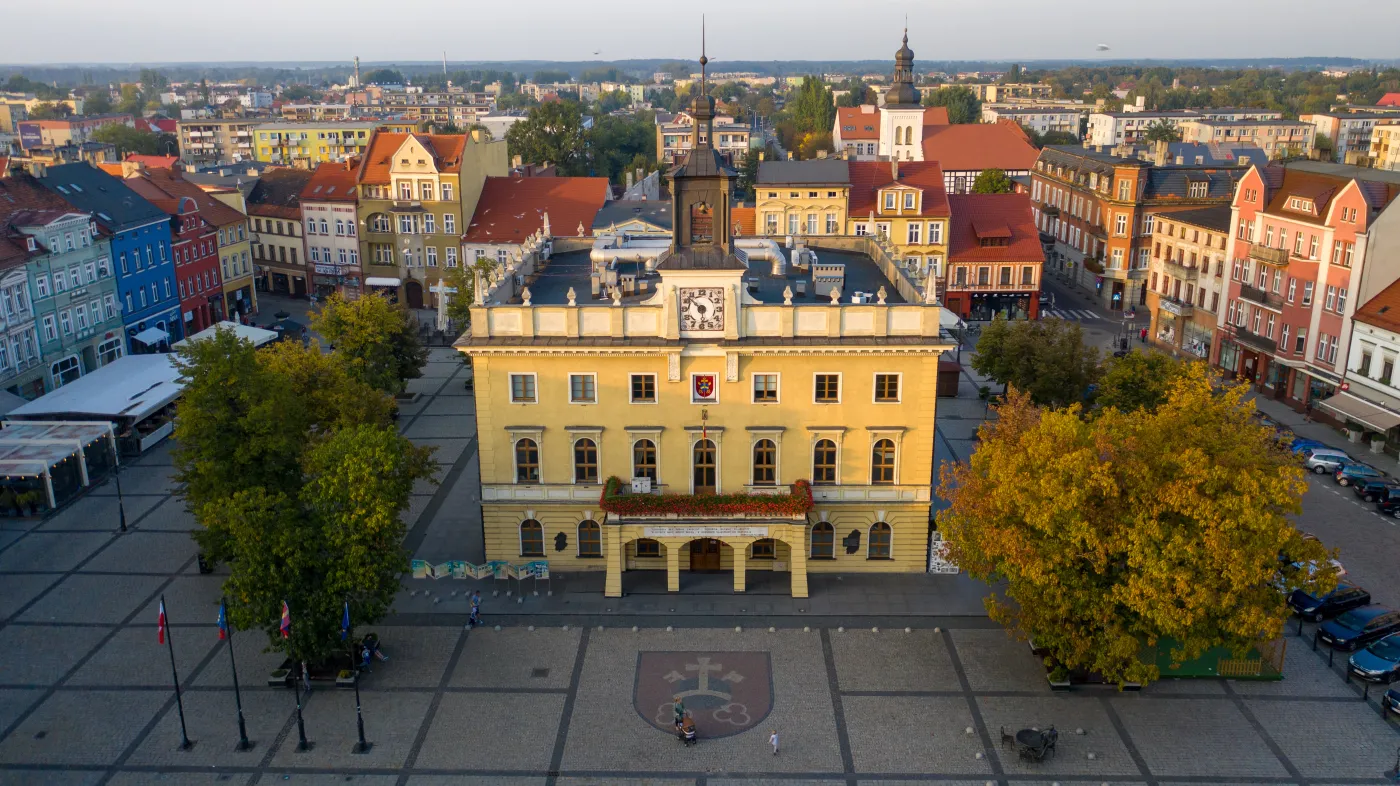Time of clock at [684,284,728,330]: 5:52
